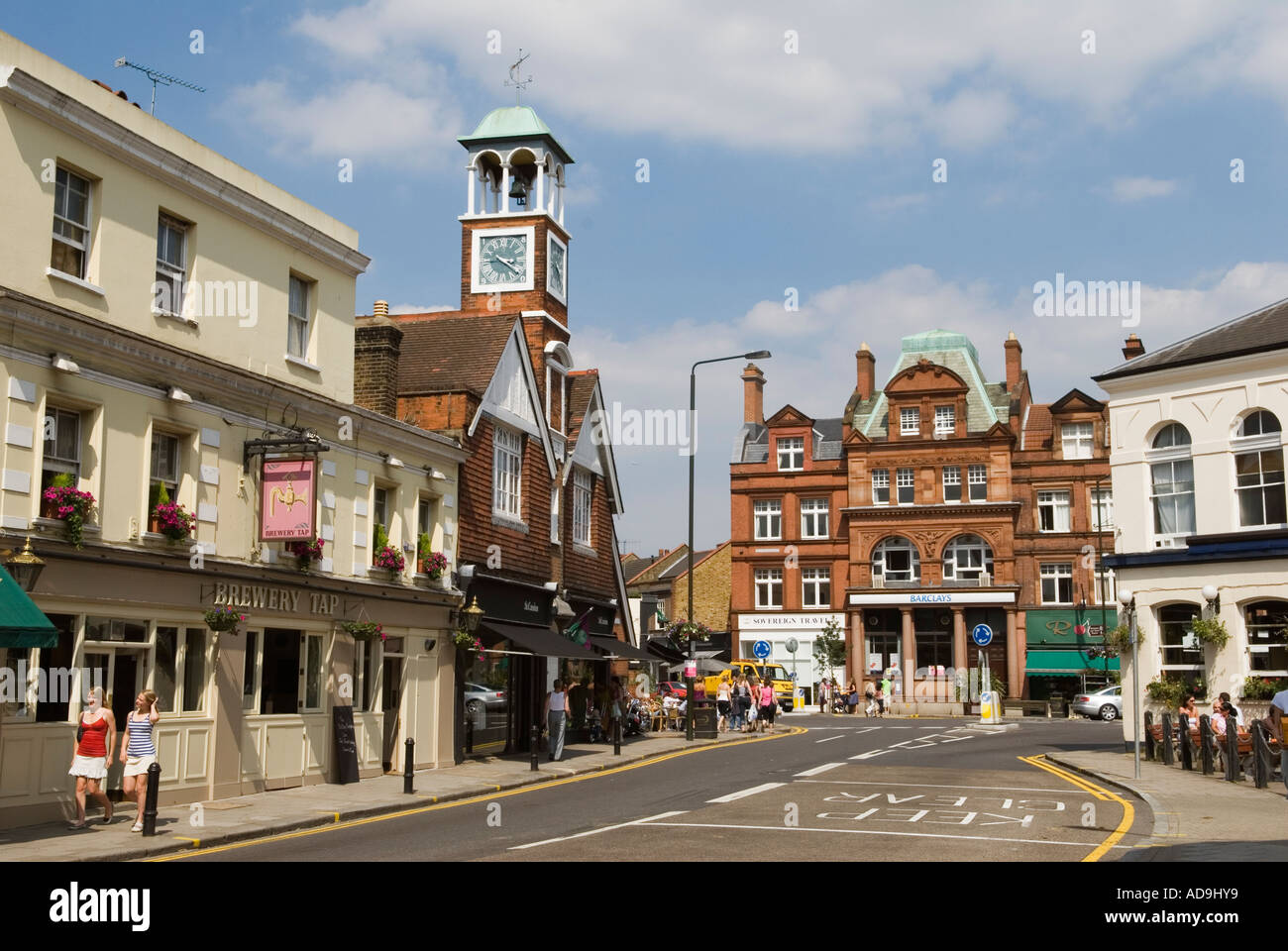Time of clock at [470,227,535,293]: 3:21
